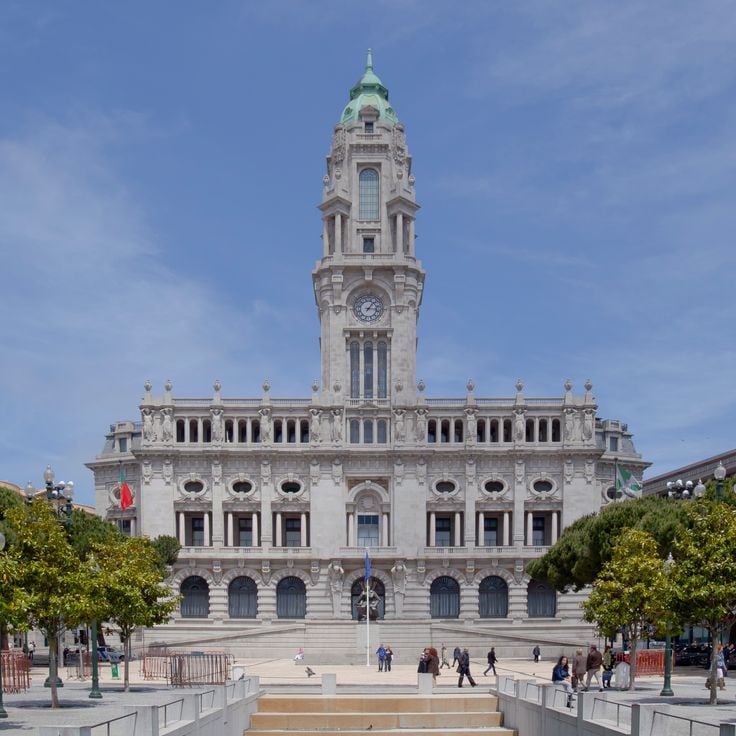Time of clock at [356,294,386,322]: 1:16
